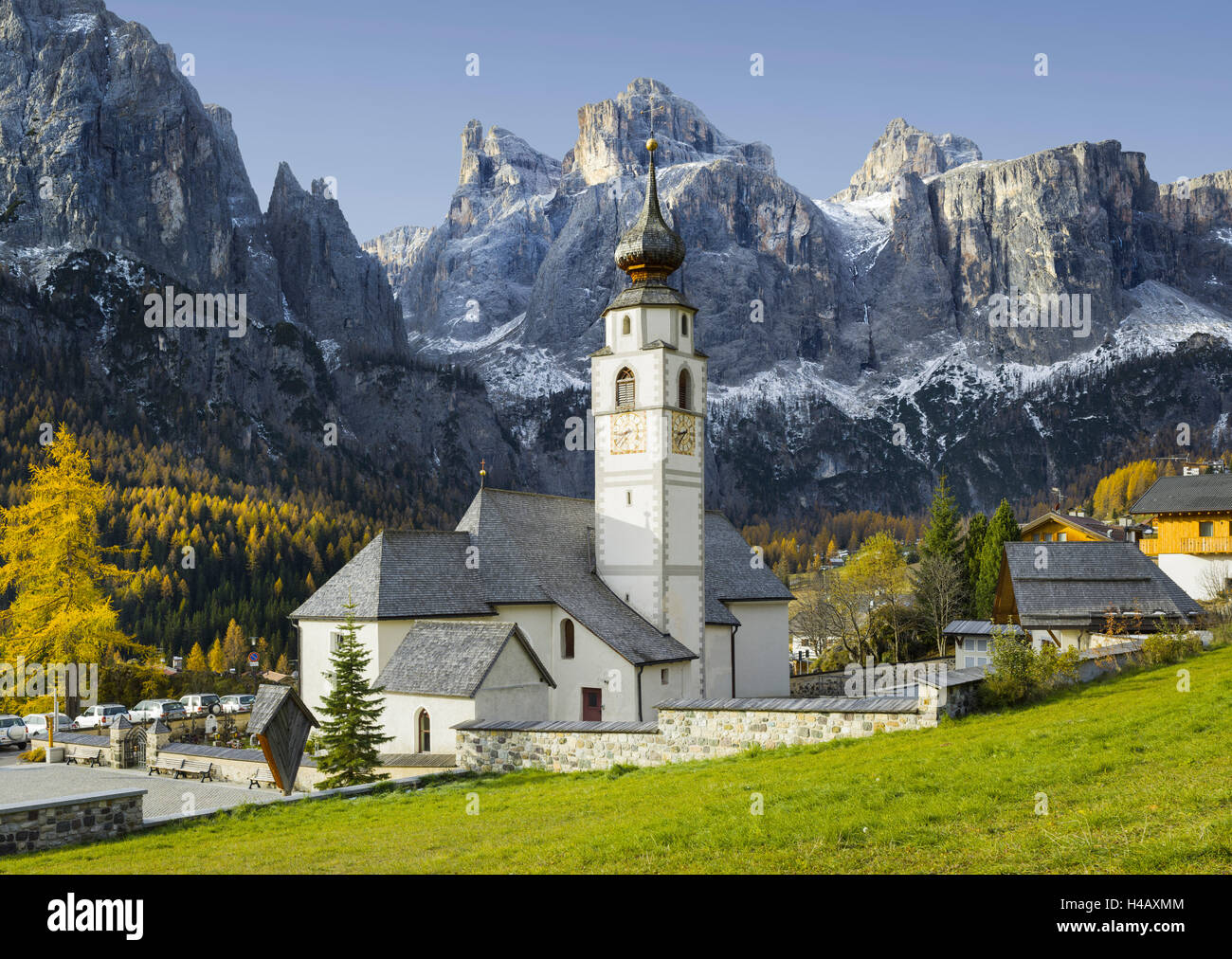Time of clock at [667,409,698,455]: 8:37
